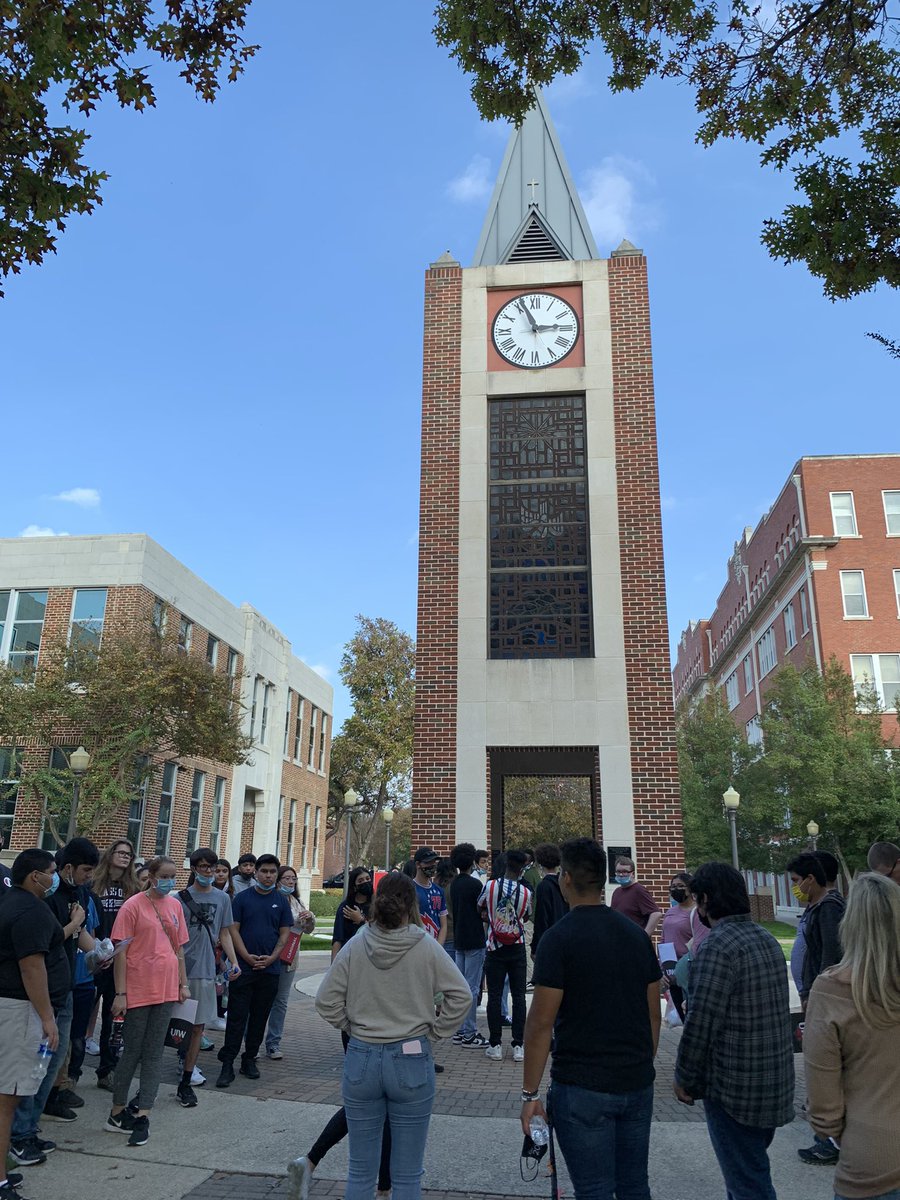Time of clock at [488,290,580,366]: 2:56
